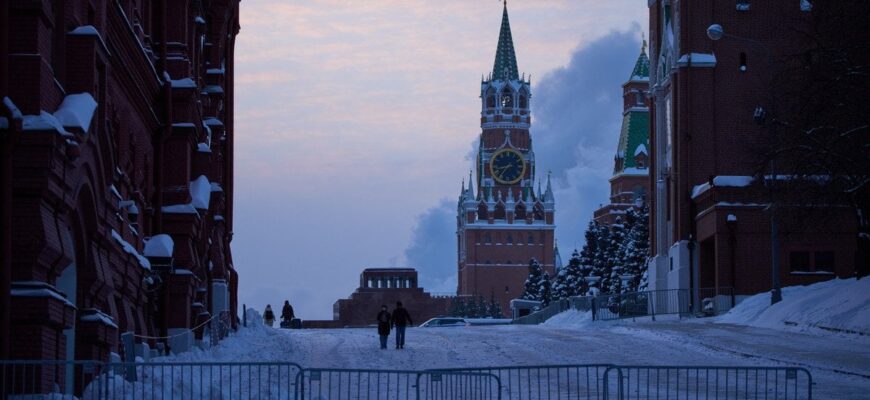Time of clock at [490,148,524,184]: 8:36
